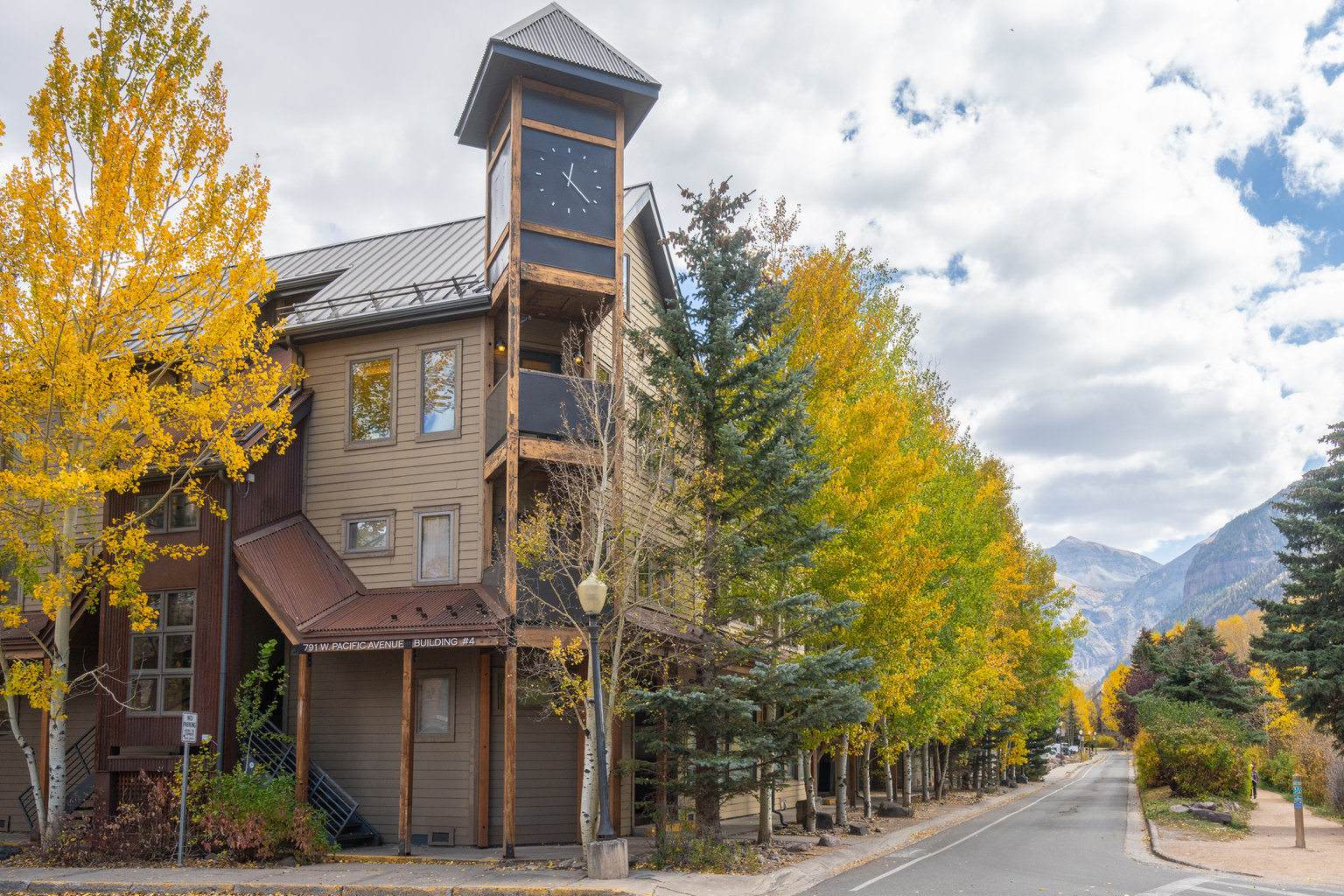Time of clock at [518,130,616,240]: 12:21
